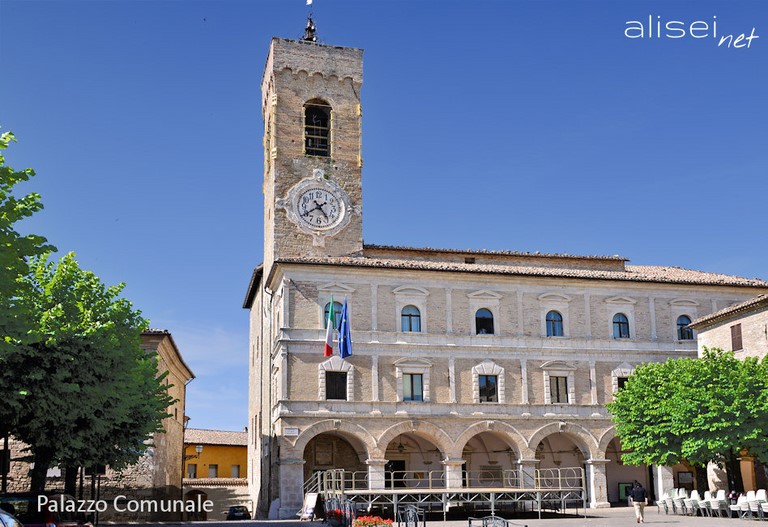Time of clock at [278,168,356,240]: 4:40
